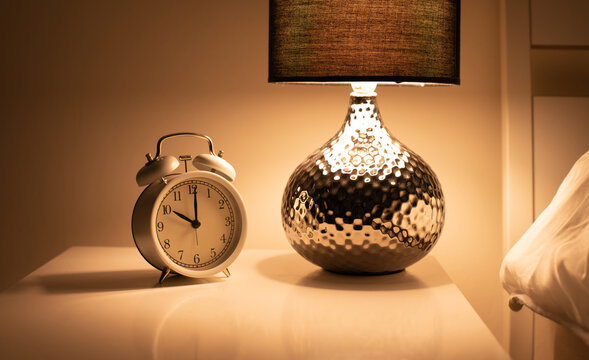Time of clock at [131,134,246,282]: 10:00
